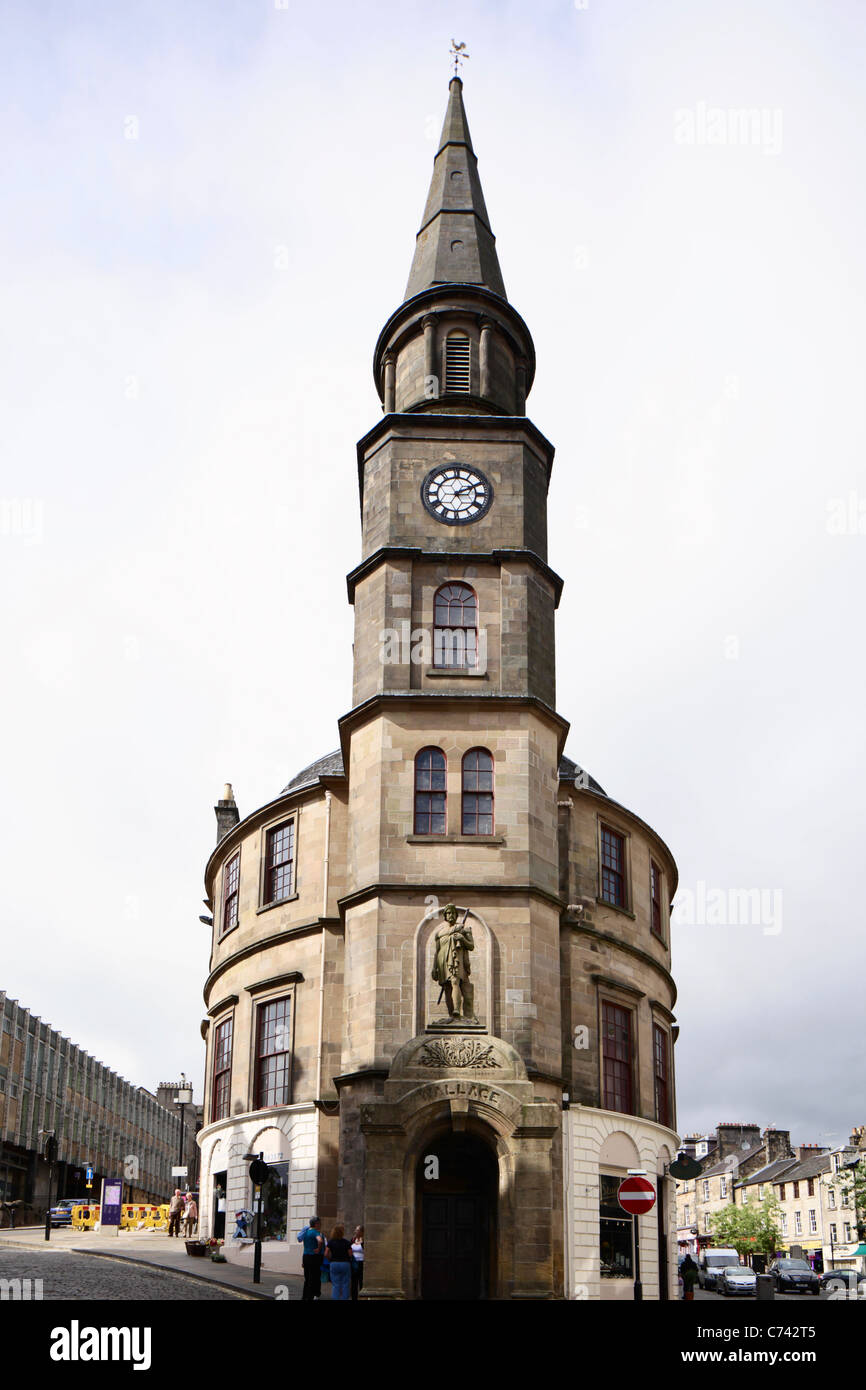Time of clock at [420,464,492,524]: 2:10
